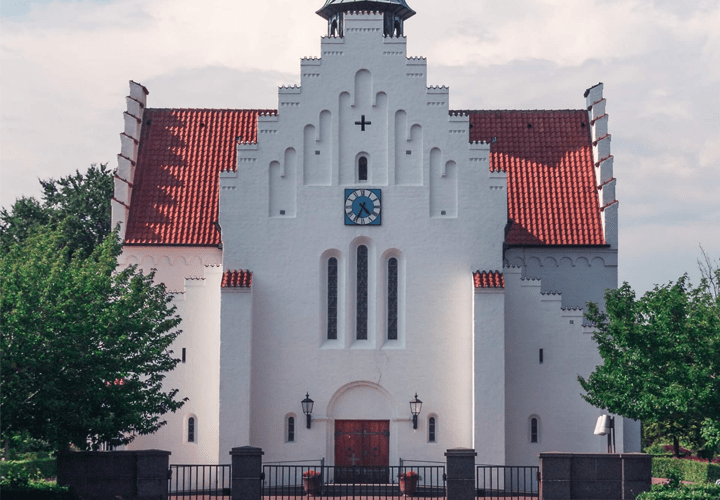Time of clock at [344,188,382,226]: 4:34
